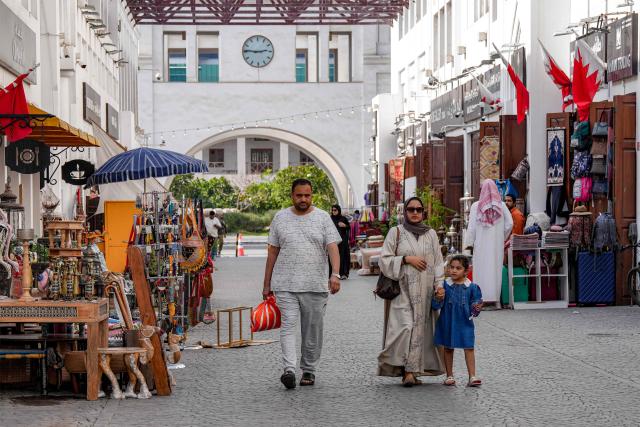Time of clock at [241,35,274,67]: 2:46
